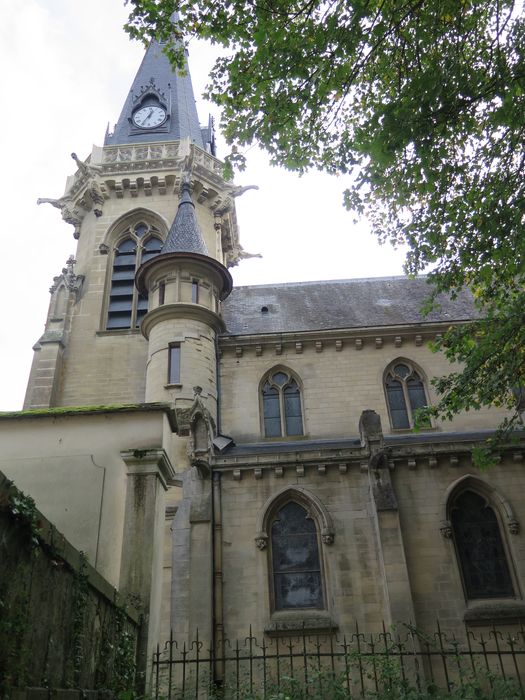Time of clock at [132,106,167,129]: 12:35
